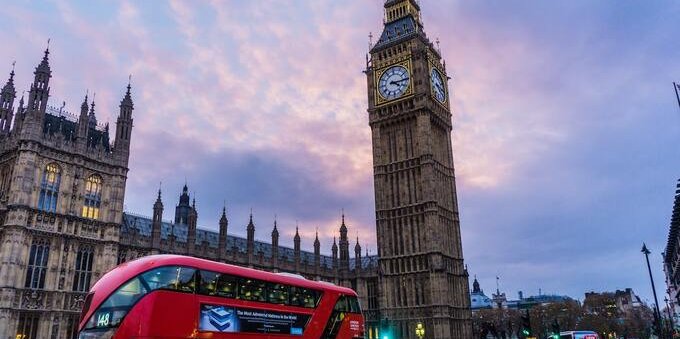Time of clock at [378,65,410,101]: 4:14
